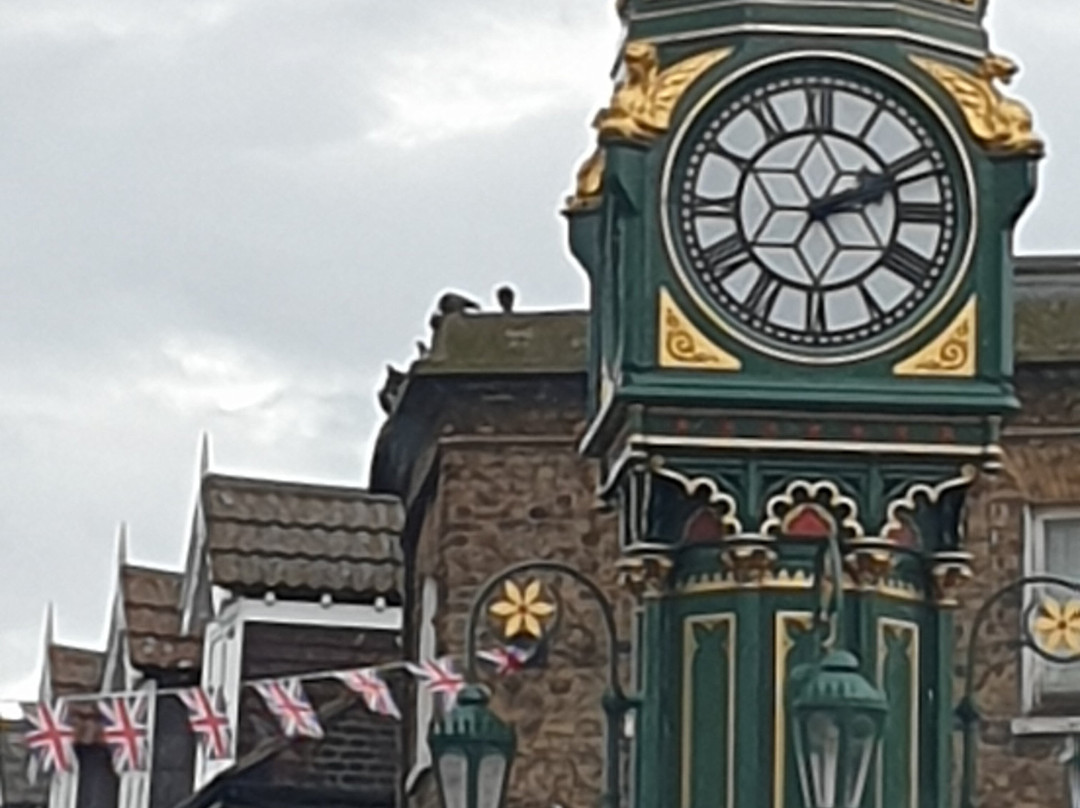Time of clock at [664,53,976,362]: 2:11
